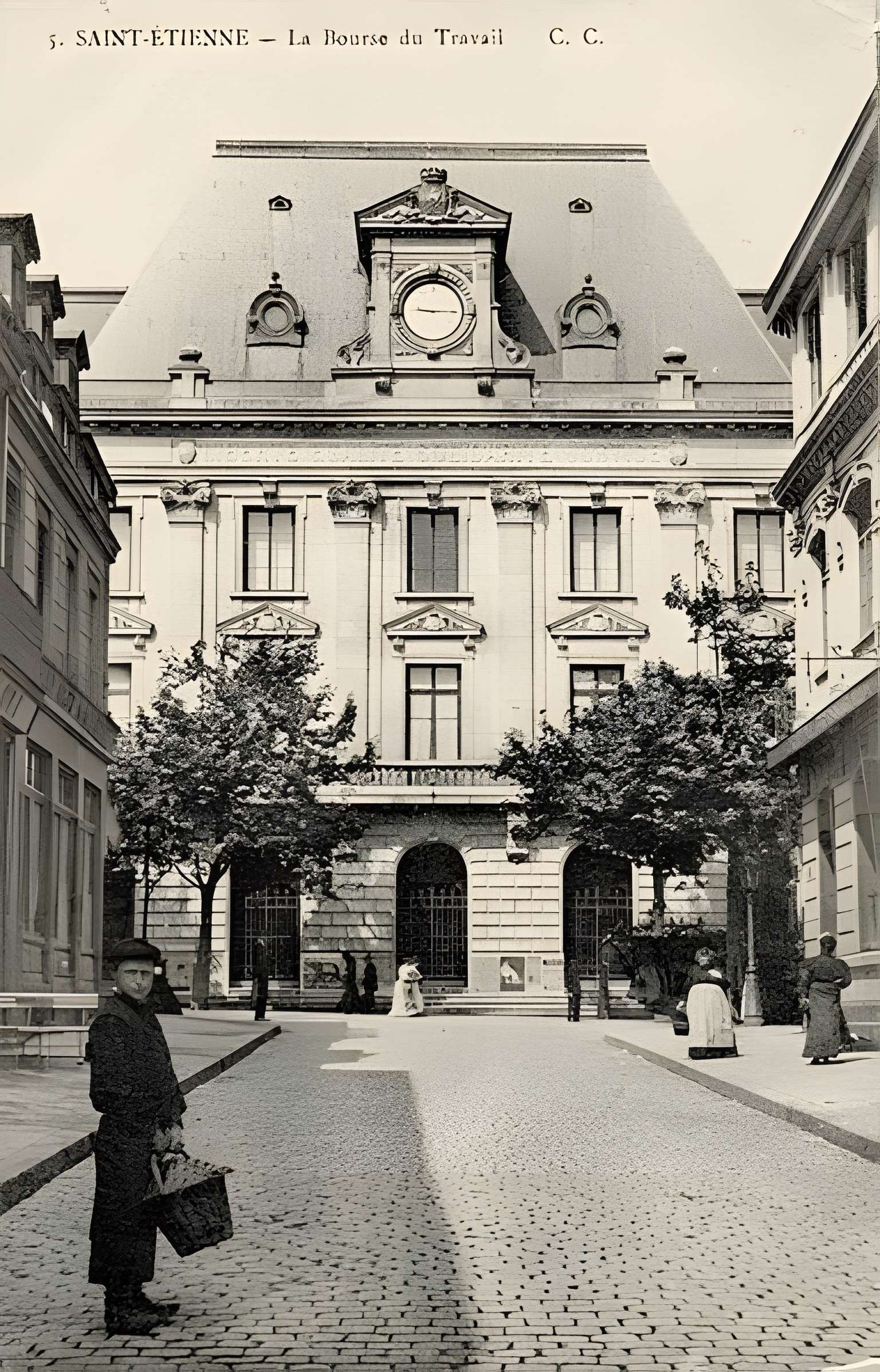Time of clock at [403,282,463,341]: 9:14
